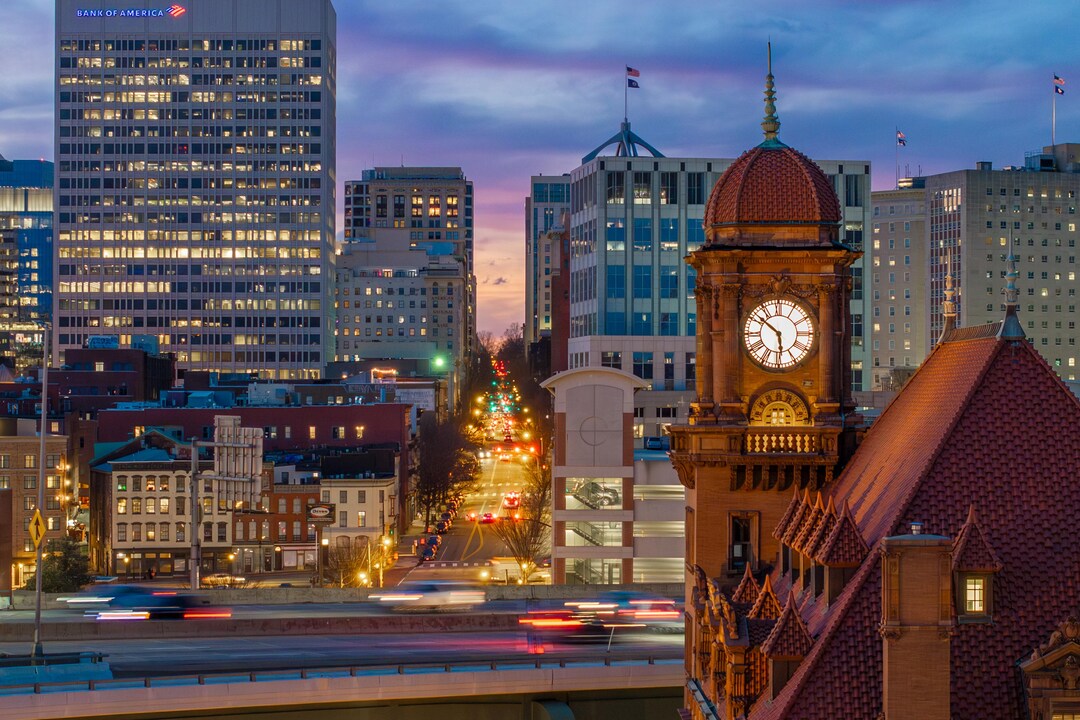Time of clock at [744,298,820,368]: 5:51
